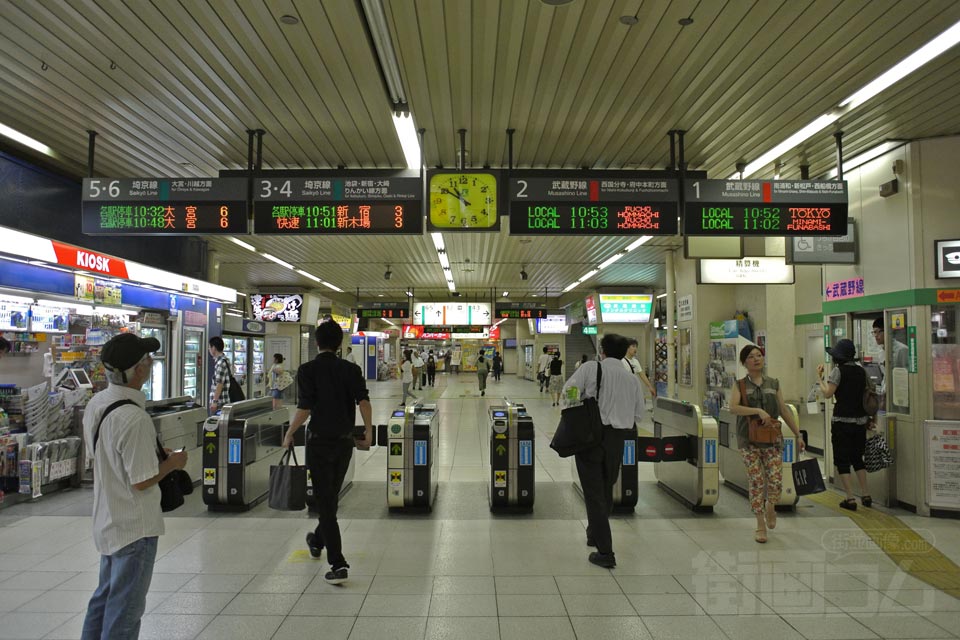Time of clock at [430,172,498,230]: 10:50
